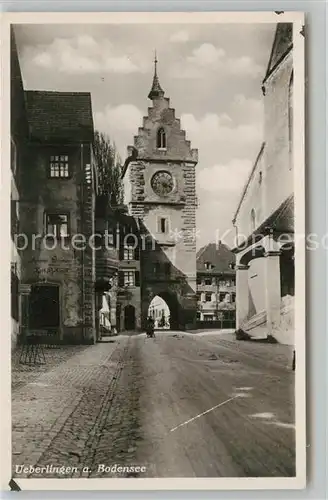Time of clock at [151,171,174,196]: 5:18
